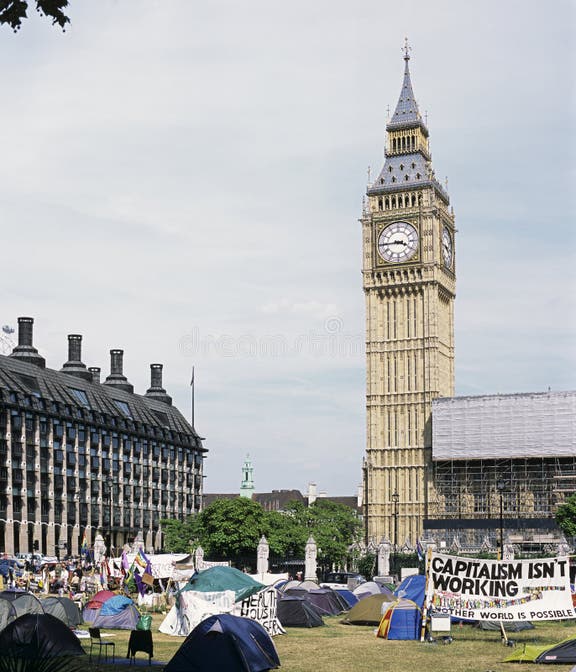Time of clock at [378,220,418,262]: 3:44
